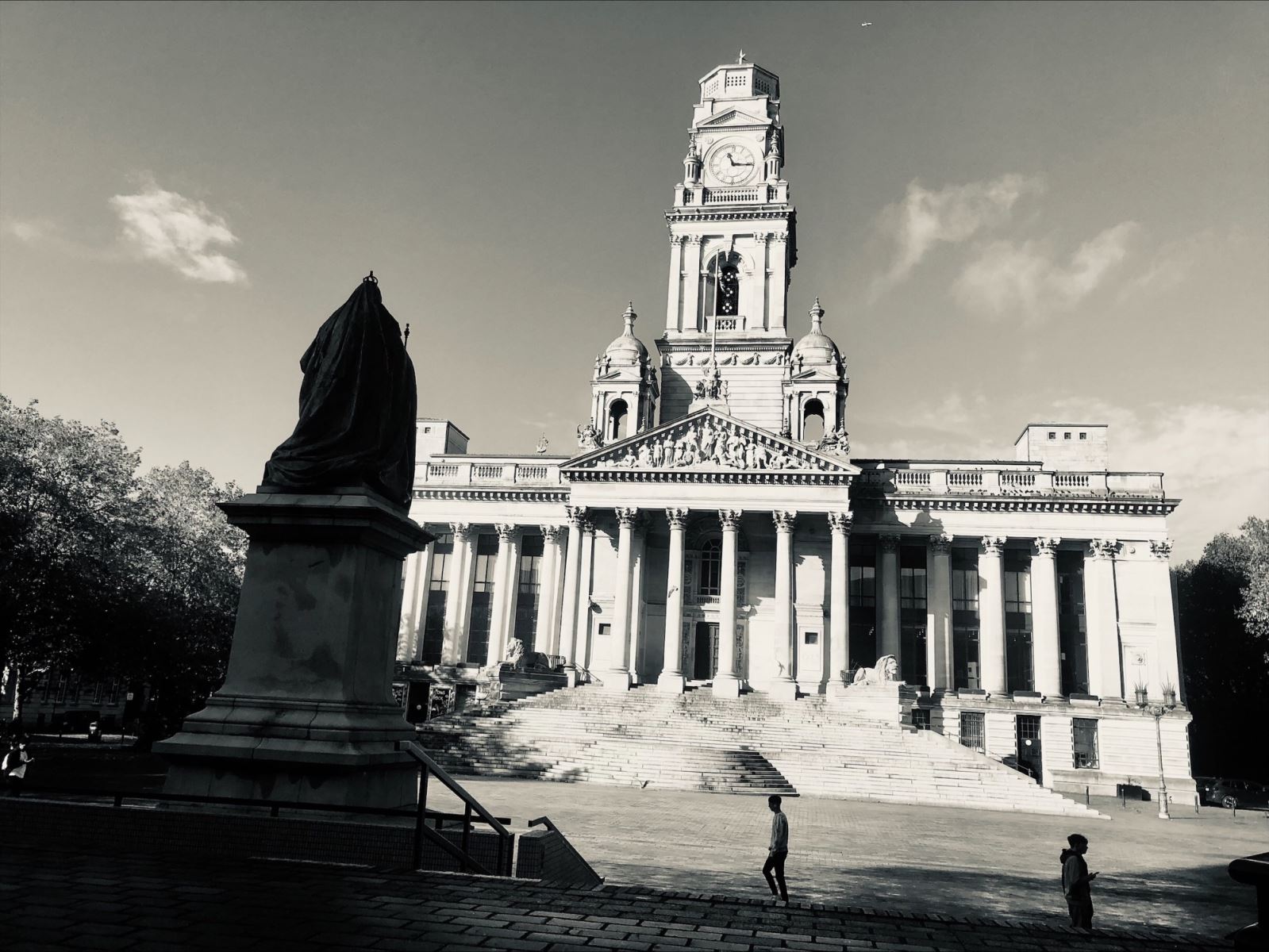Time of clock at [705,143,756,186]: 11:15
